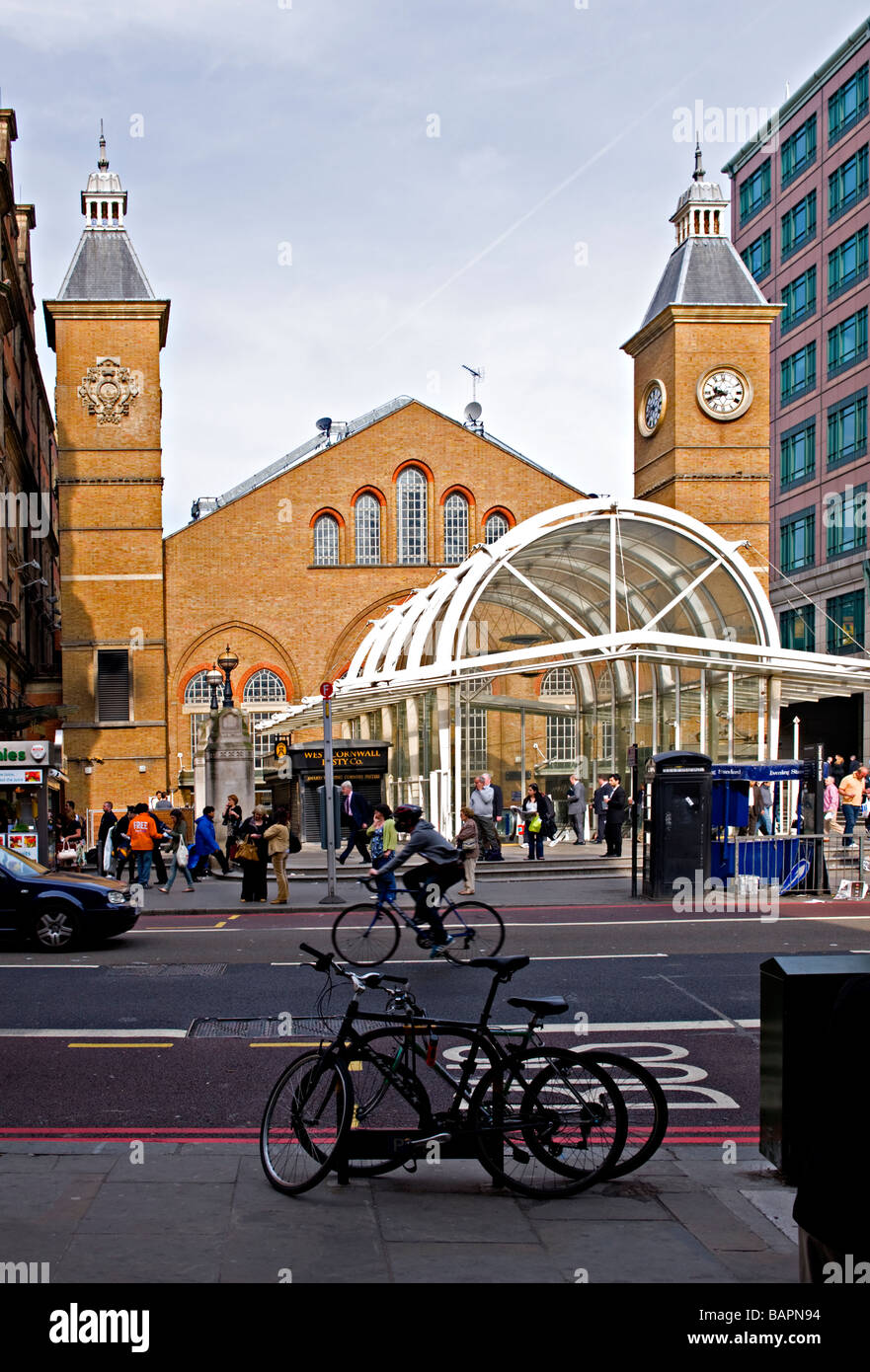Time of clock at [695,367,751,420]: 9:41
